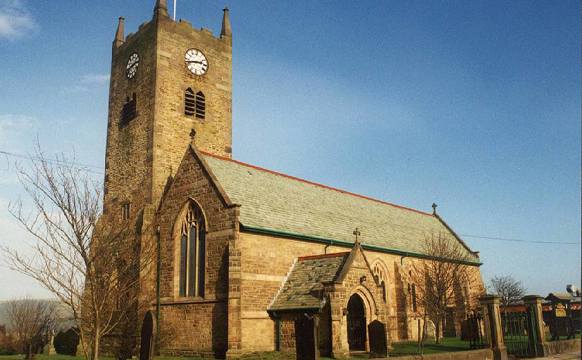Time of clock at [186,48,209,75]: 2:42
